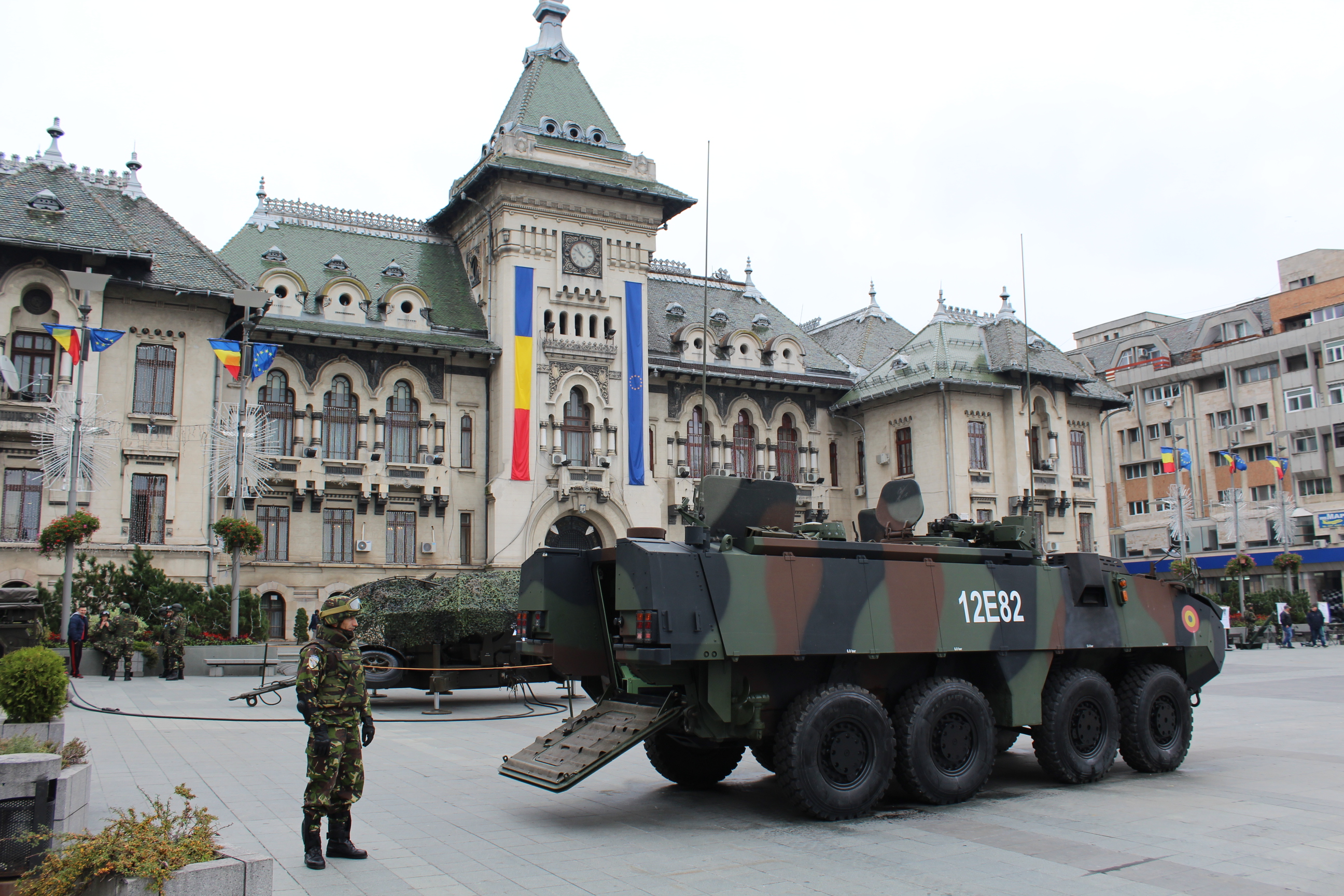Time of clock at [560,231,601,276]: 10:51
